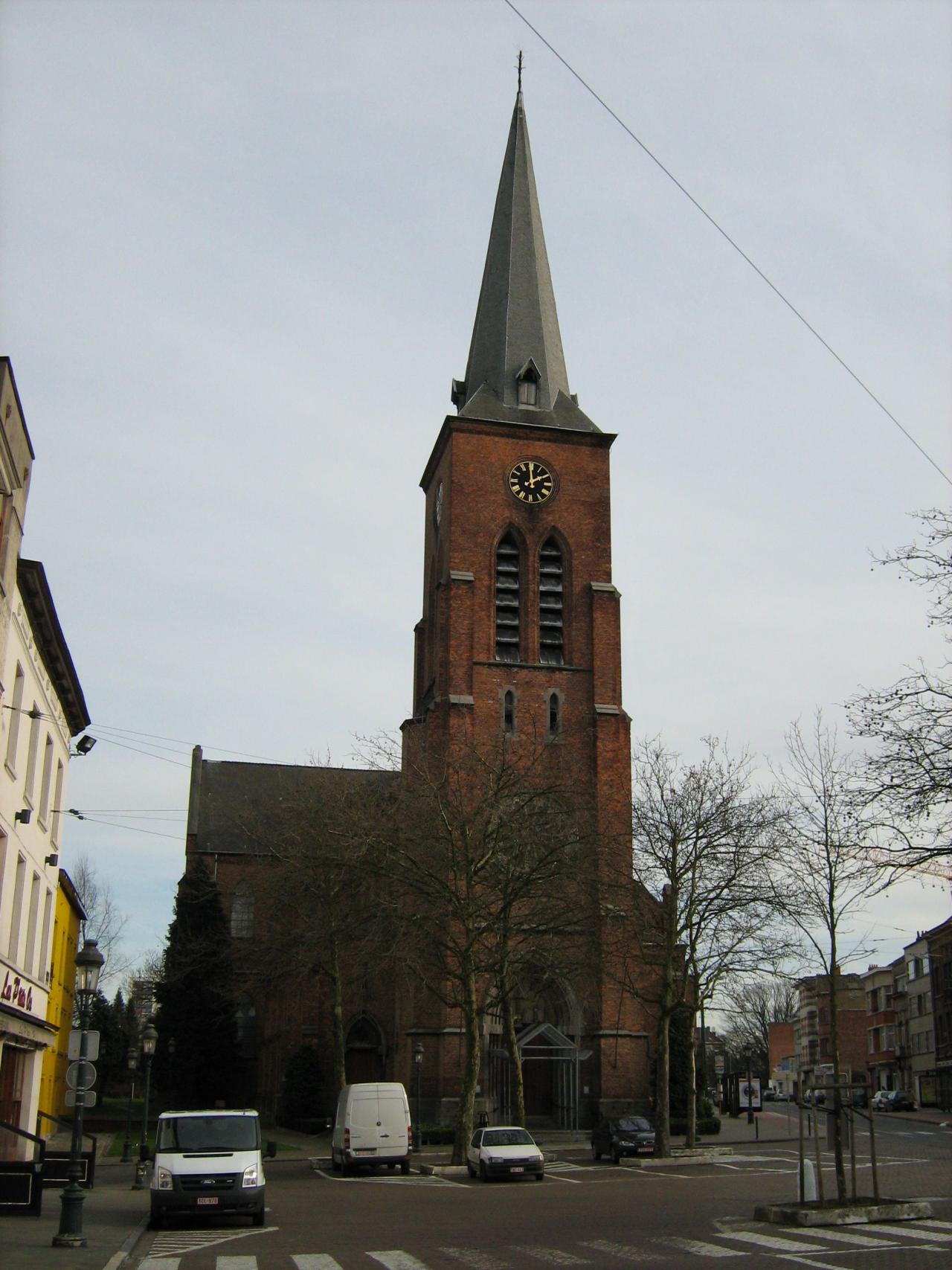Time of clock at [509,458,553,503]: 1:59
